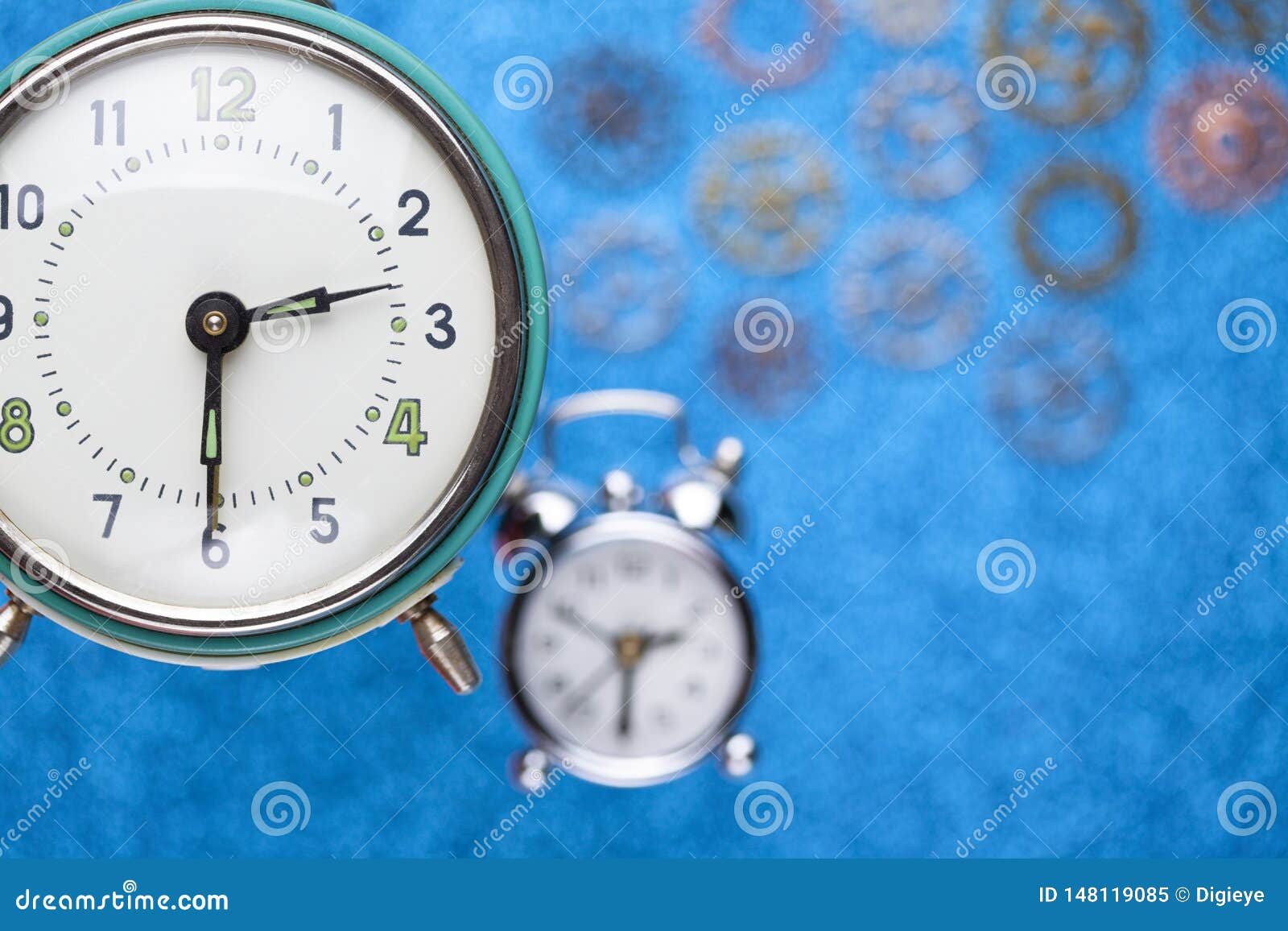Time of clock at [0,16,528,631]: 2:30
